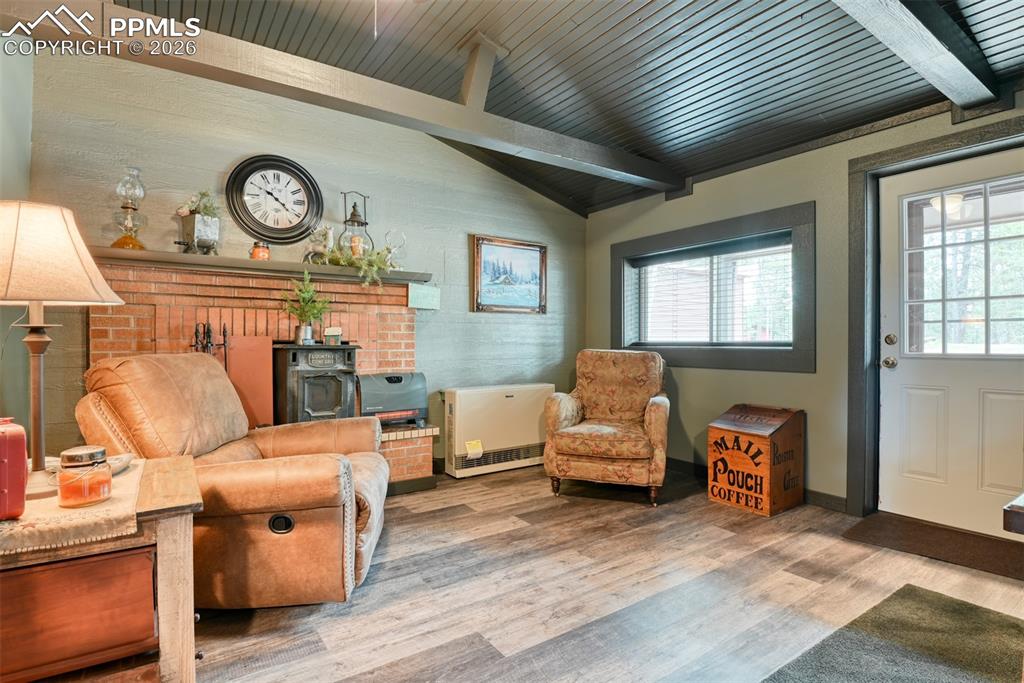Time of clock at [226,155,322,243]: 10:21
